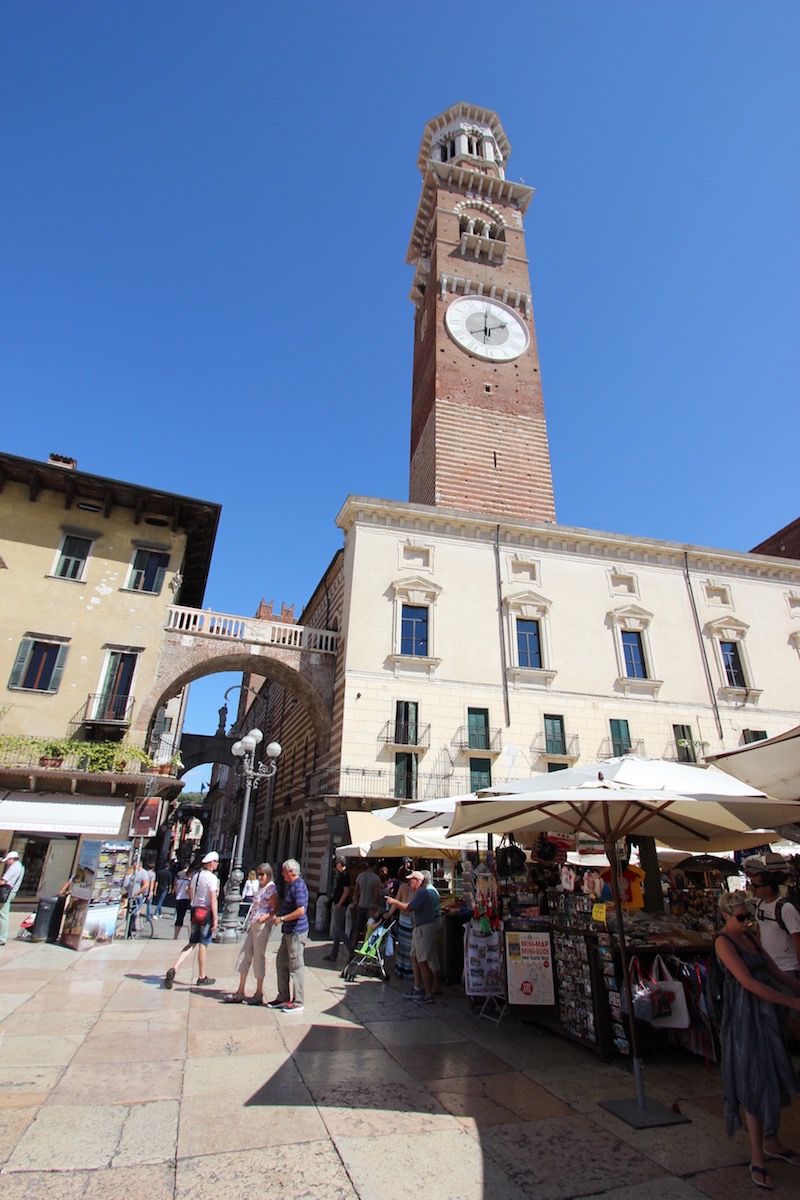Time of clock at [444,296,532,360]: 2:01
